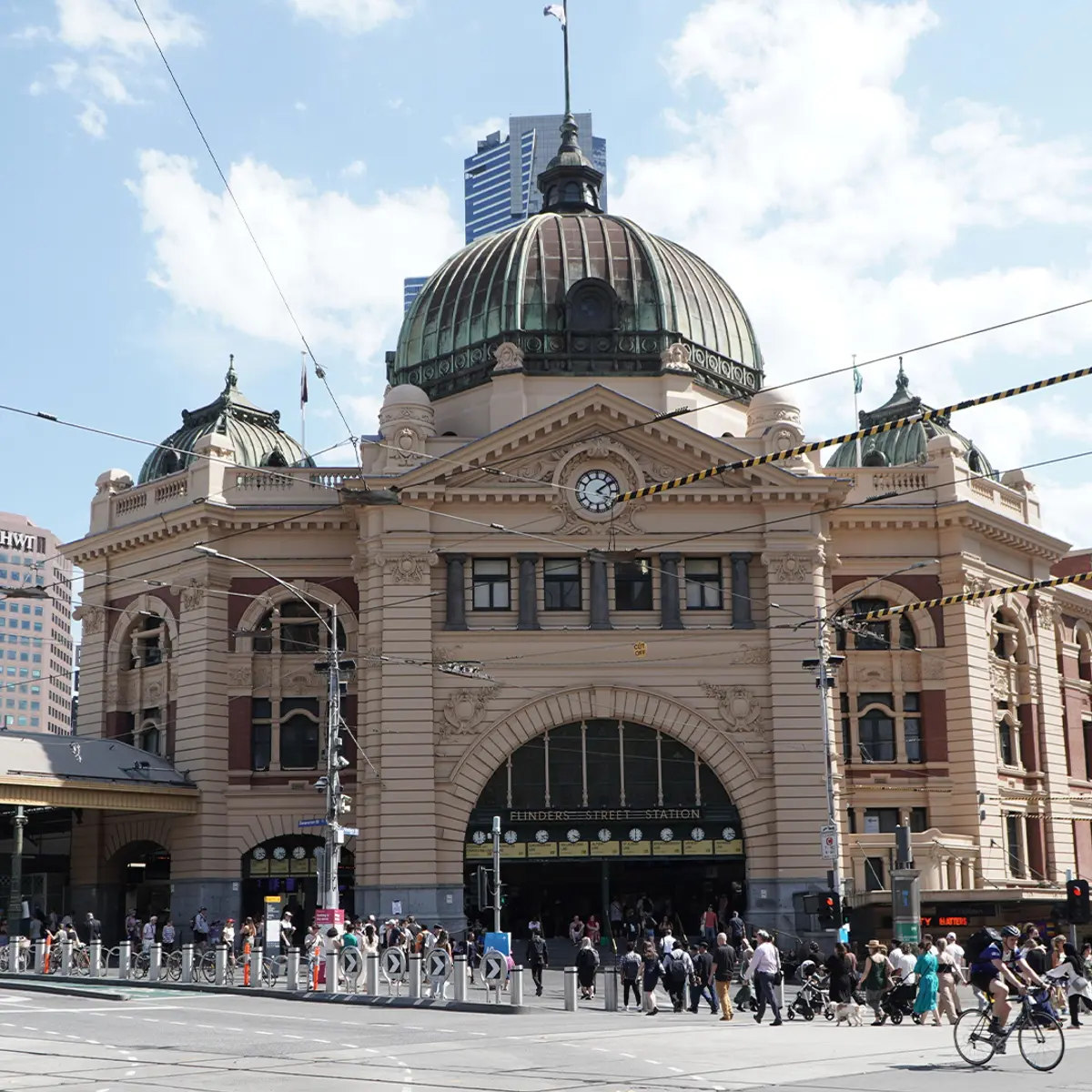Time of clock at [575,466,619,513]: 4:09
